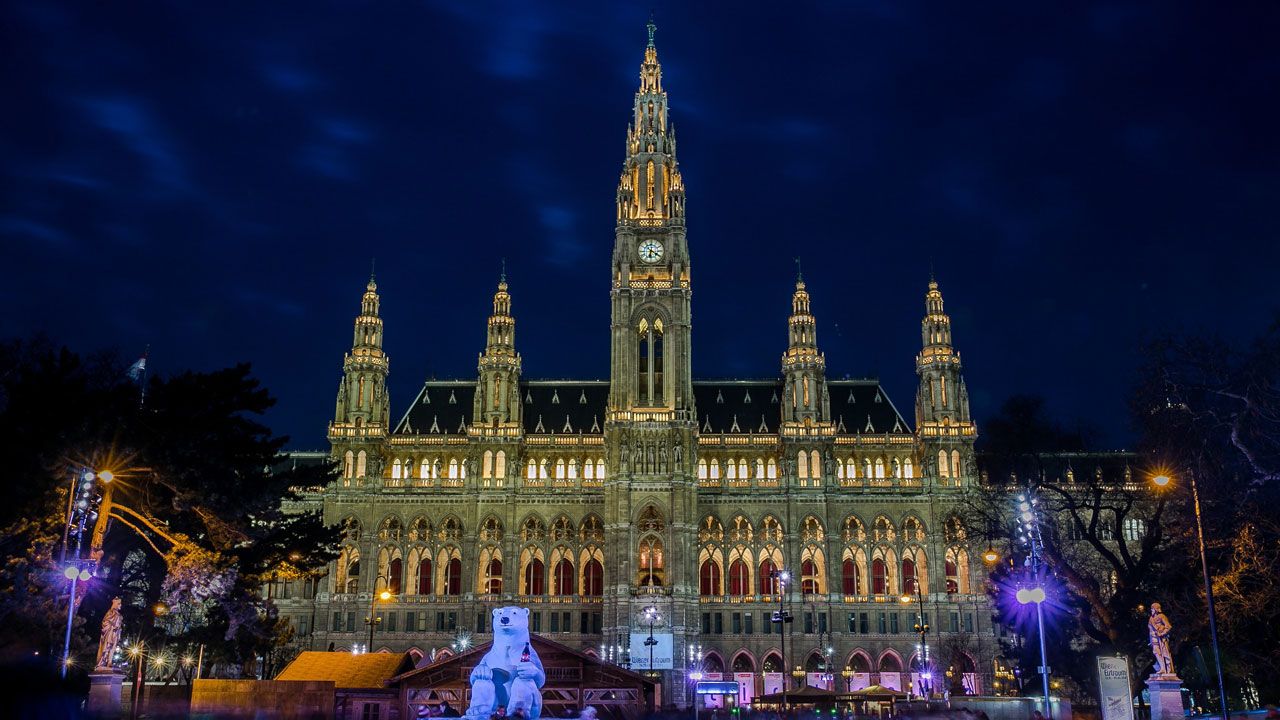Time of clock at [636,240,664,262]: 6:20
